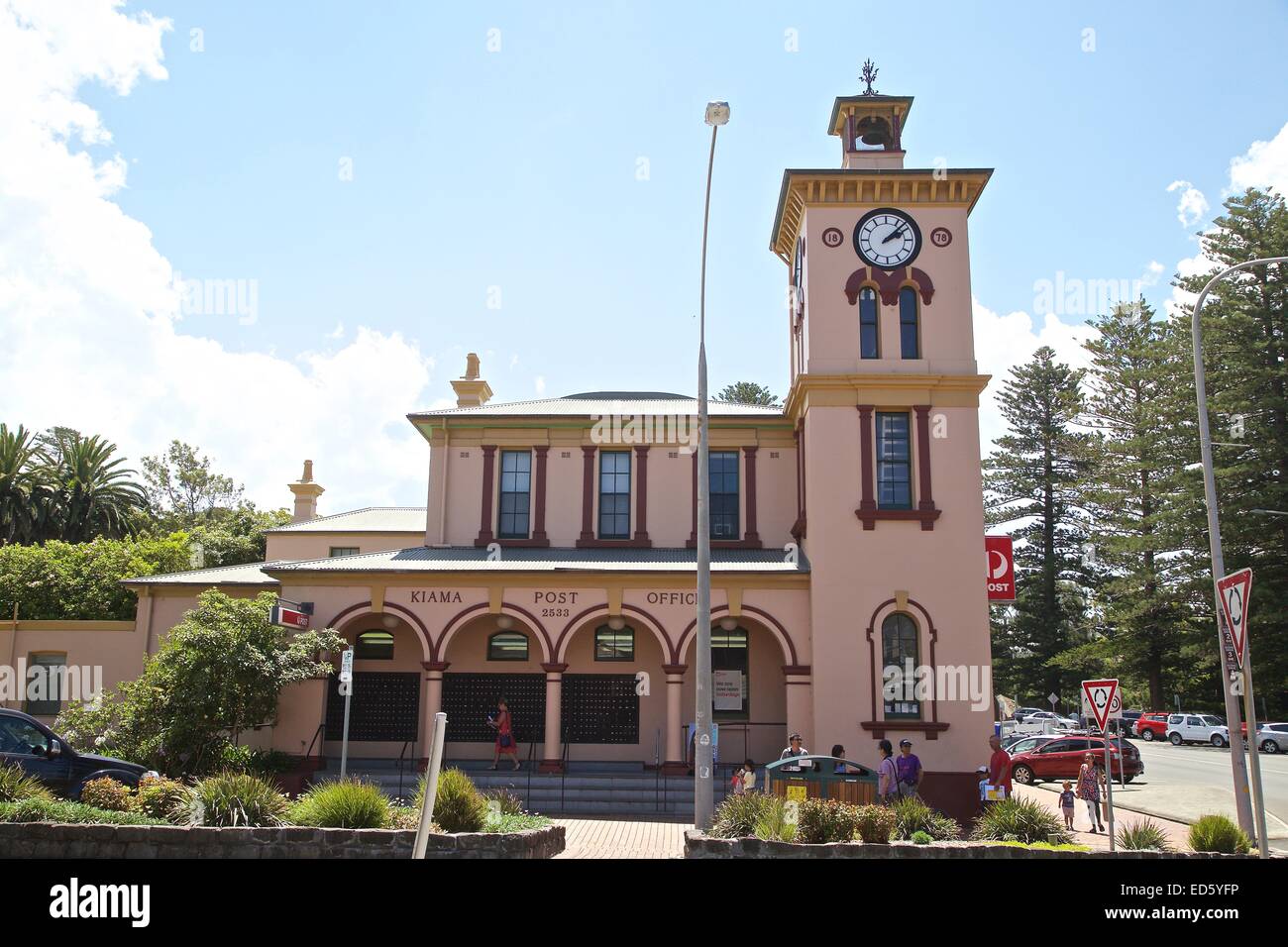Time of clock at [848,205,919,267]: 2:07
